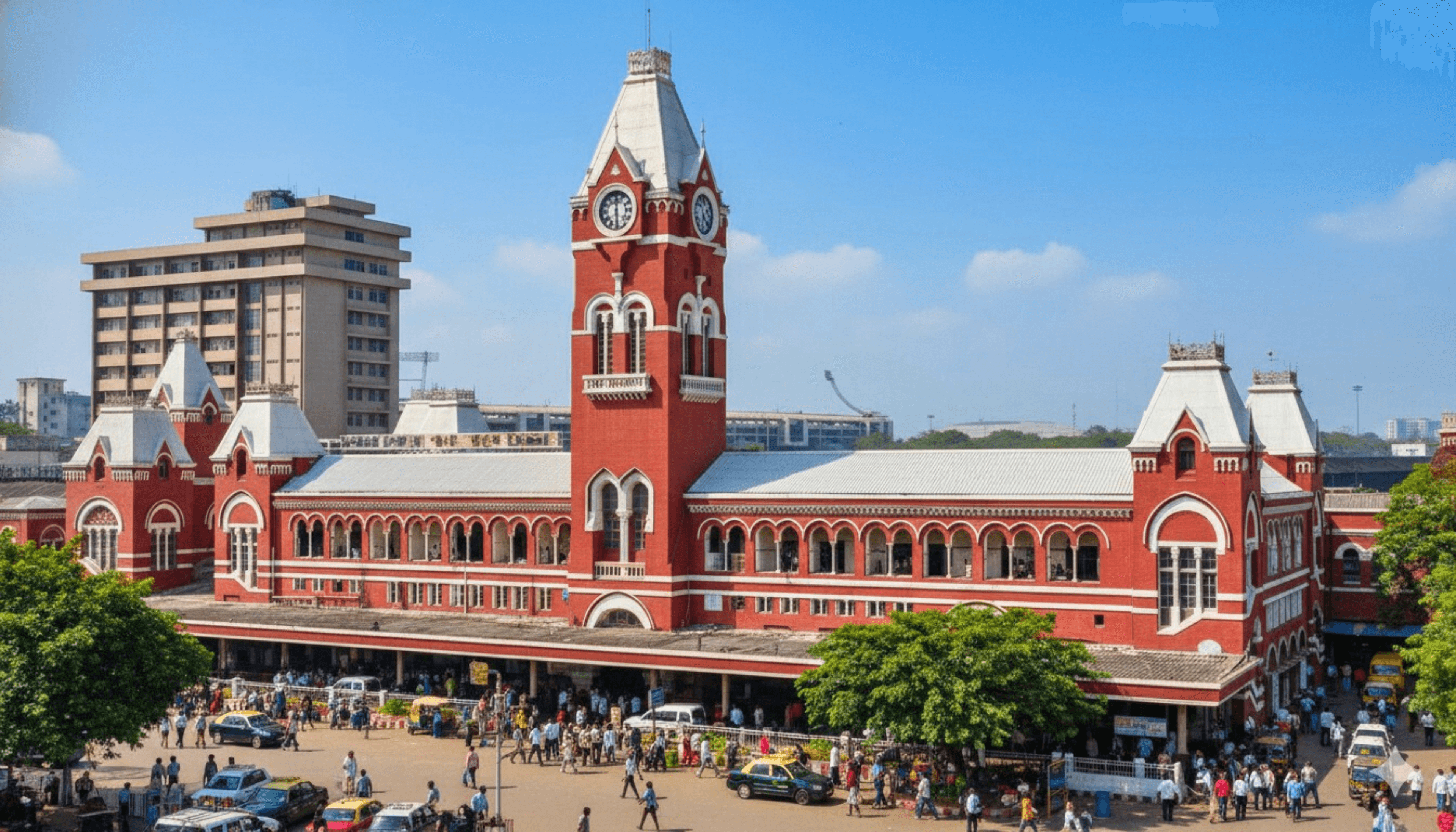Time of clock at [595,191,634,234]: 6:00
